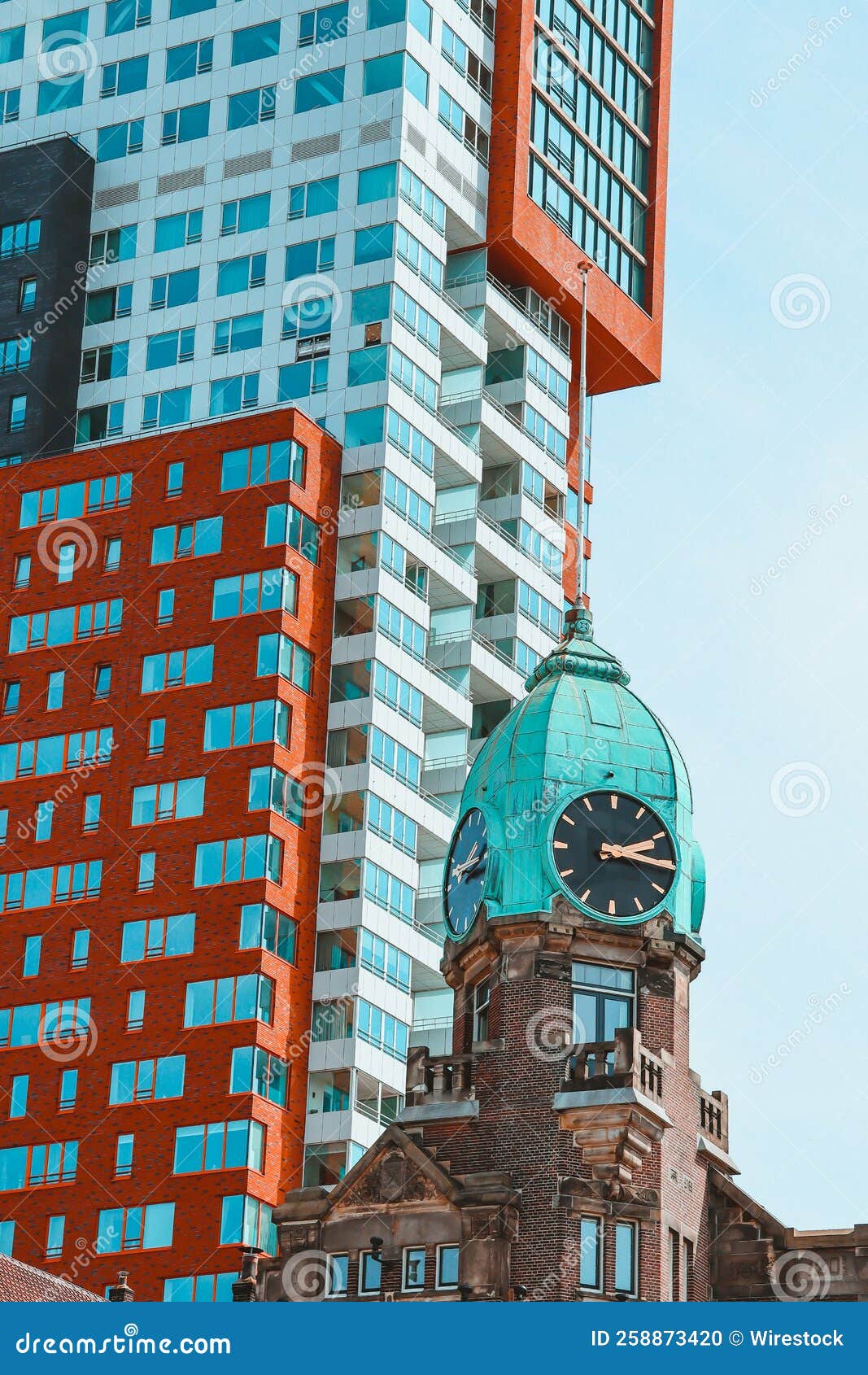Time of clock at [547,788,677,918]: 2:15
